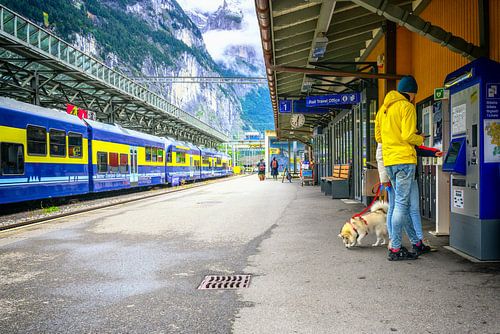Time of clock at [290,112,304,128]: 12:30
